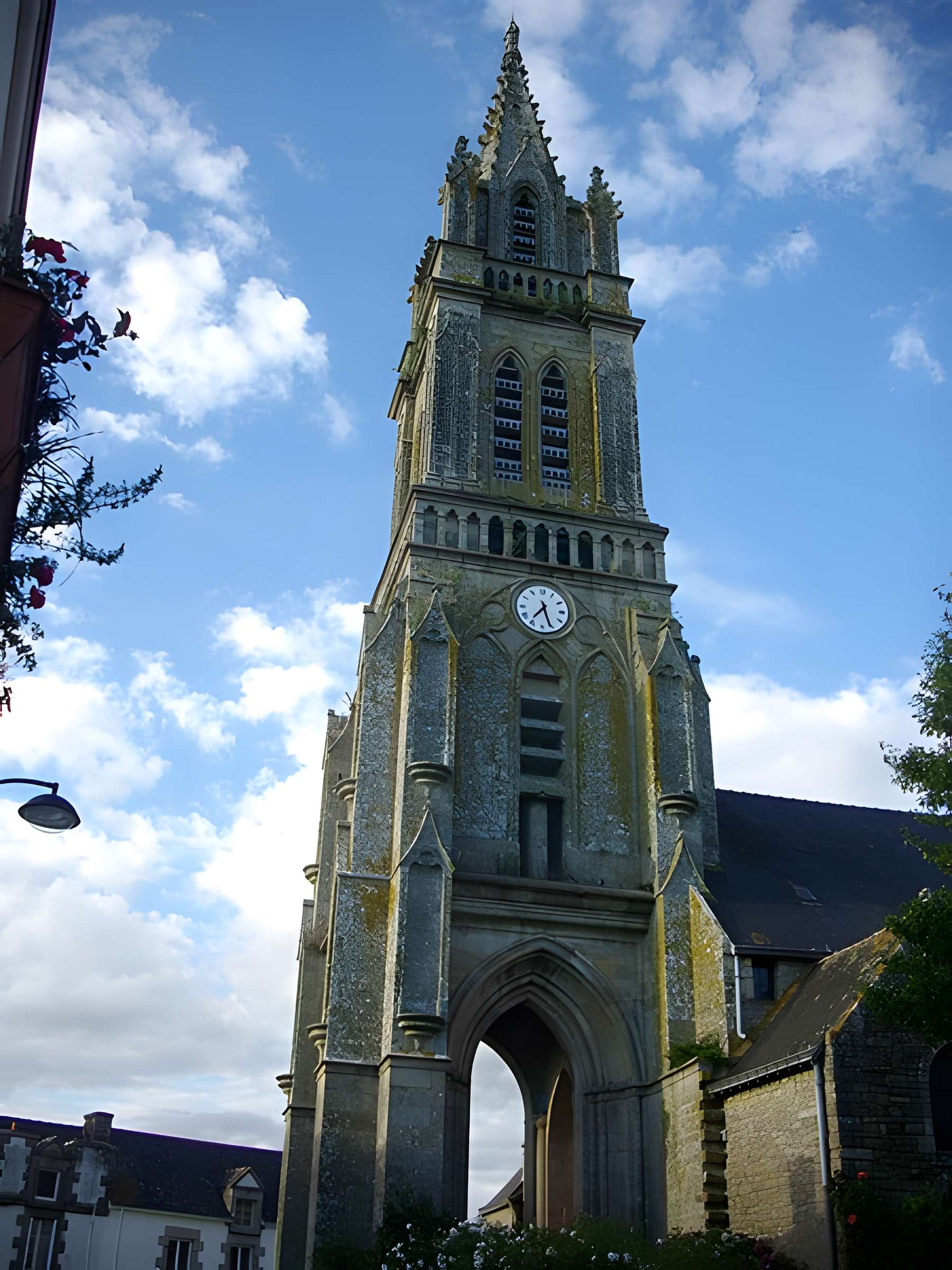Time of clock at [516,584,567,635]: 7:26
